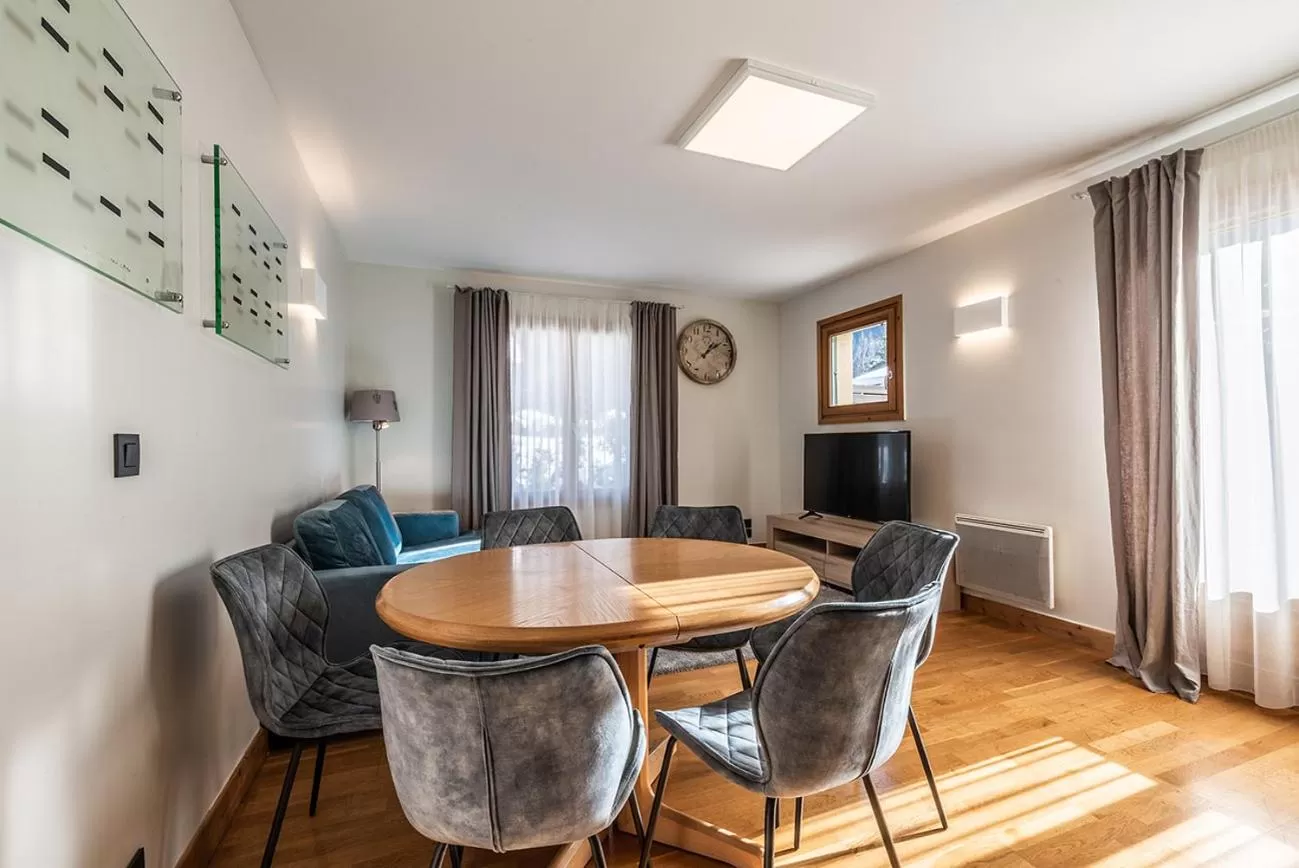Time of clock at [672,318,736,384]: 1:09
